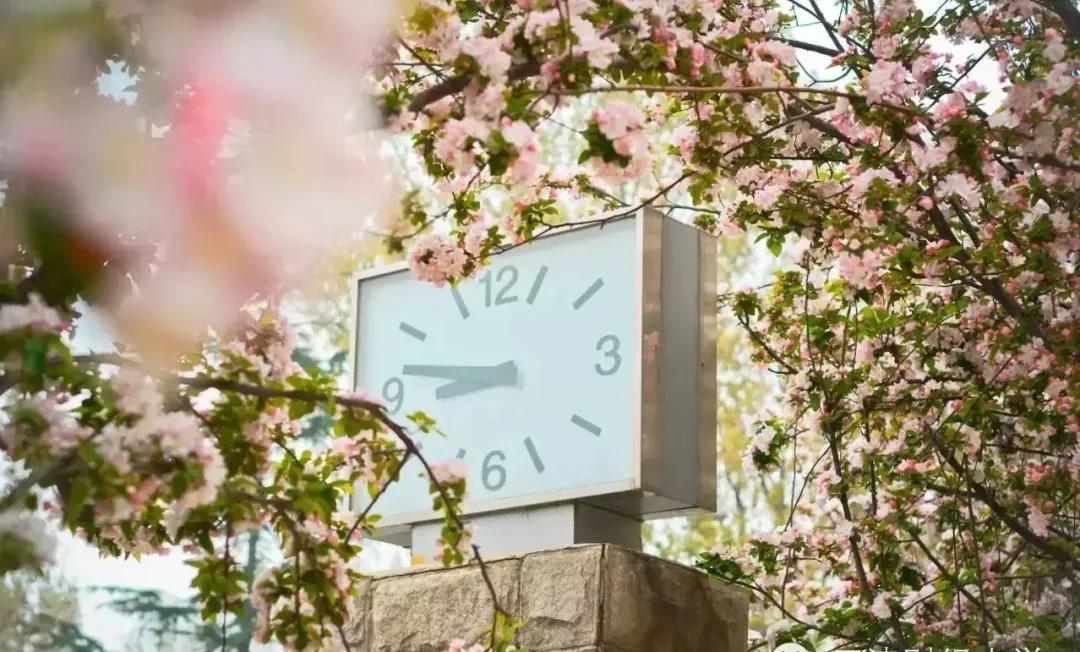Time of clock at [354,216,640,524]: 8:46
